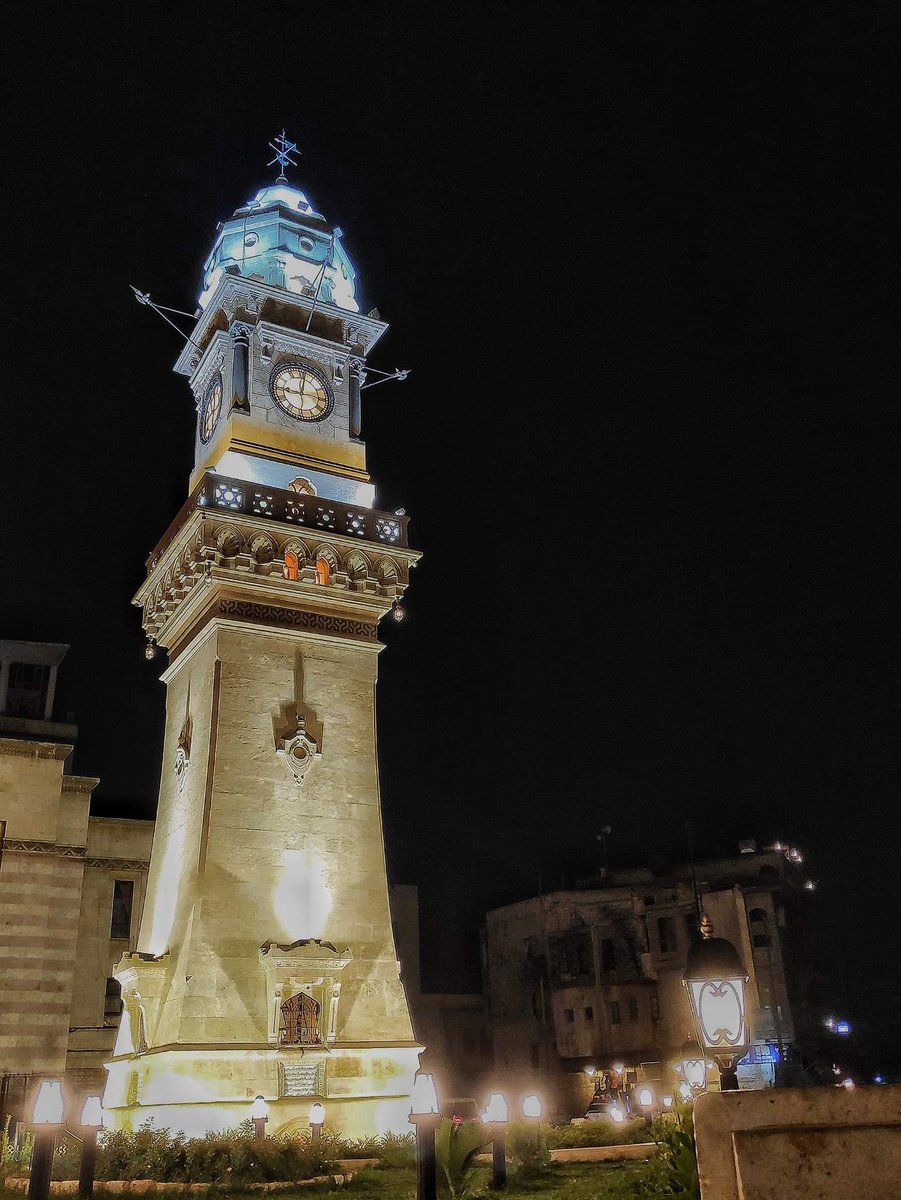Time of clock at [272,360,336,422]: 9:01
